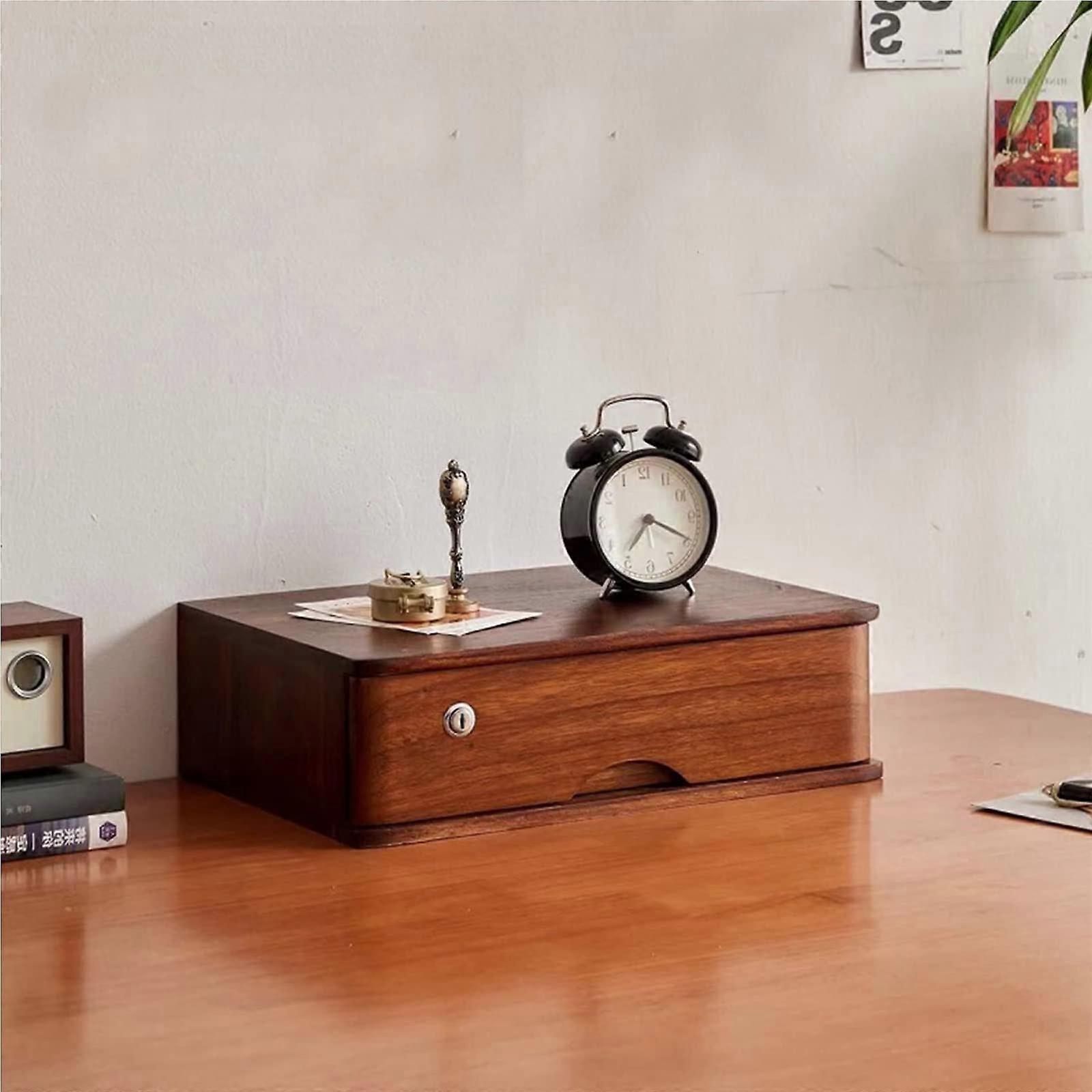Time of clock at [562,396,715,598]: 7:19
